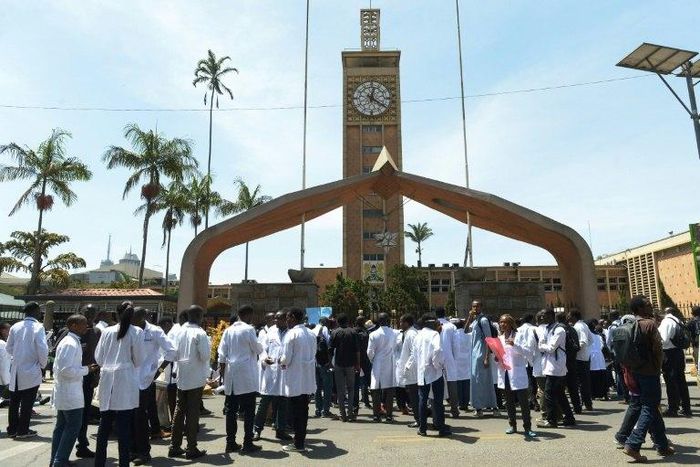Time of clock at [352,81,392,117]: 12:20
